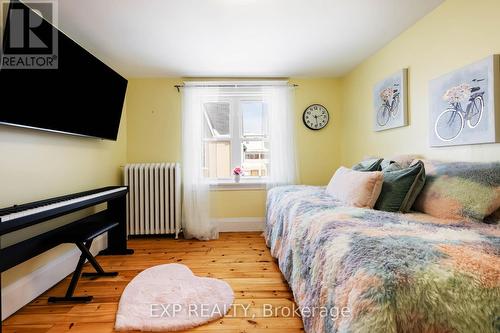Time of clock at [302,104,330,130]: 2:28
